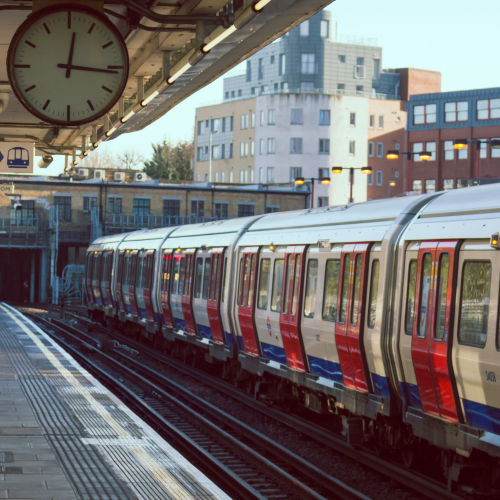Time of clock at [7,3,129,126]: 12:16
